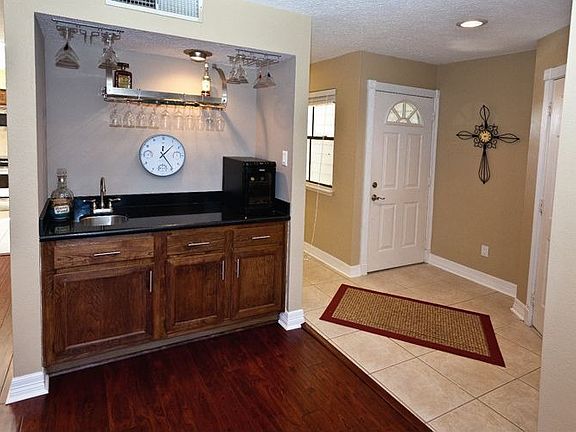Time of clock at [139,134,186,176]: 1:24
